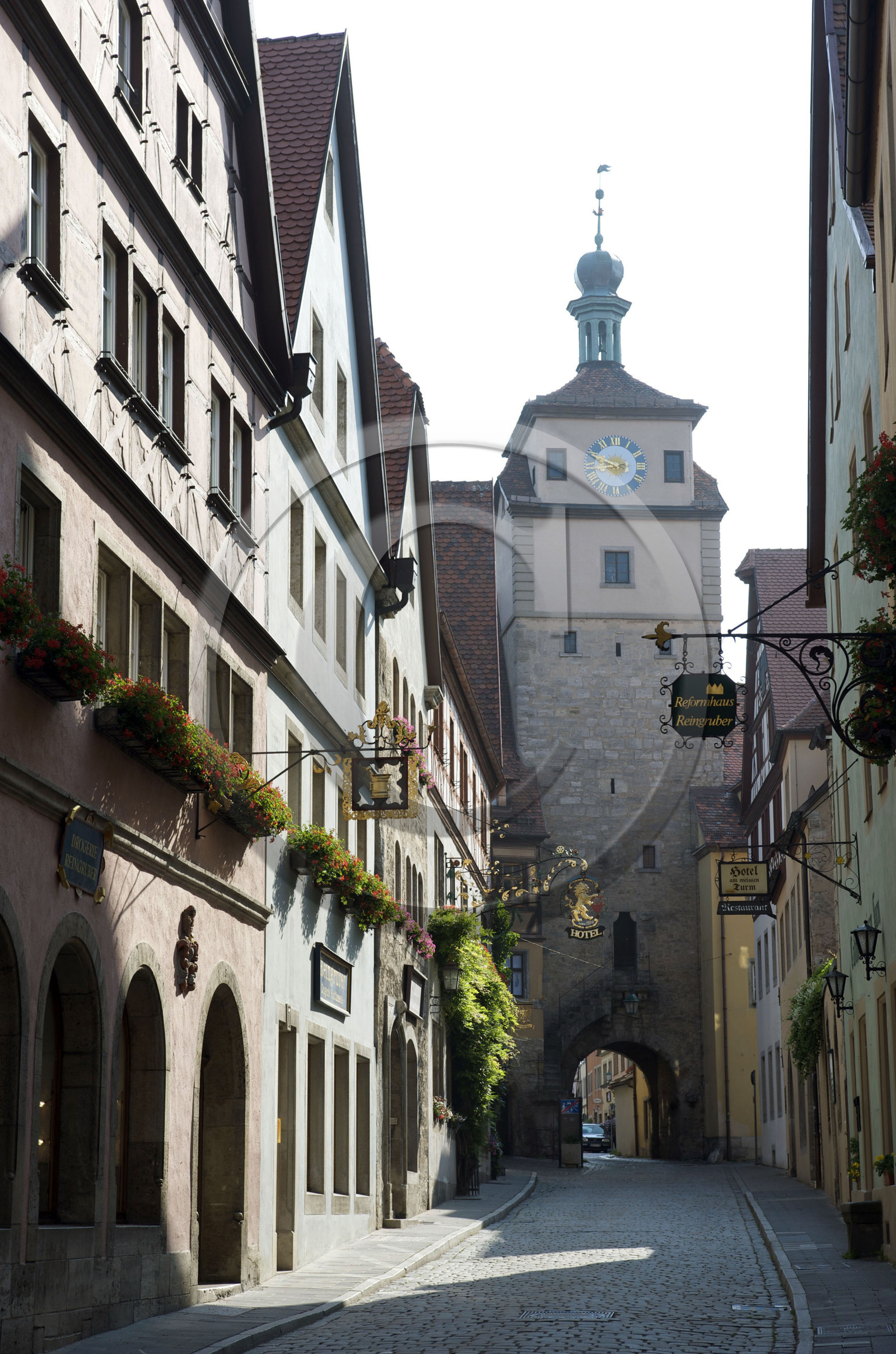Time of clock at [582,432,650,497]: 8:48
